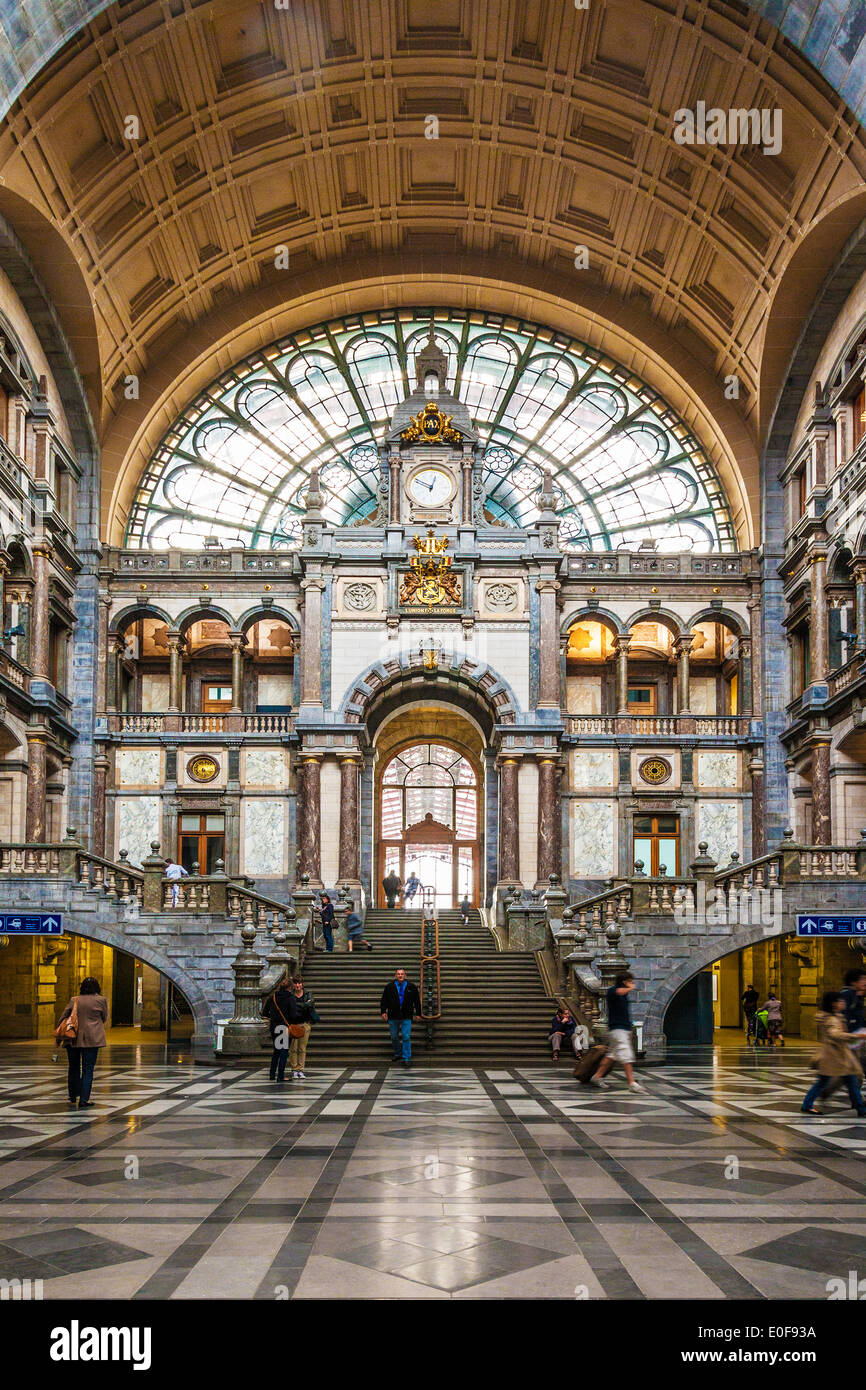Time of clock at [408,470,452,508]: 12:49
